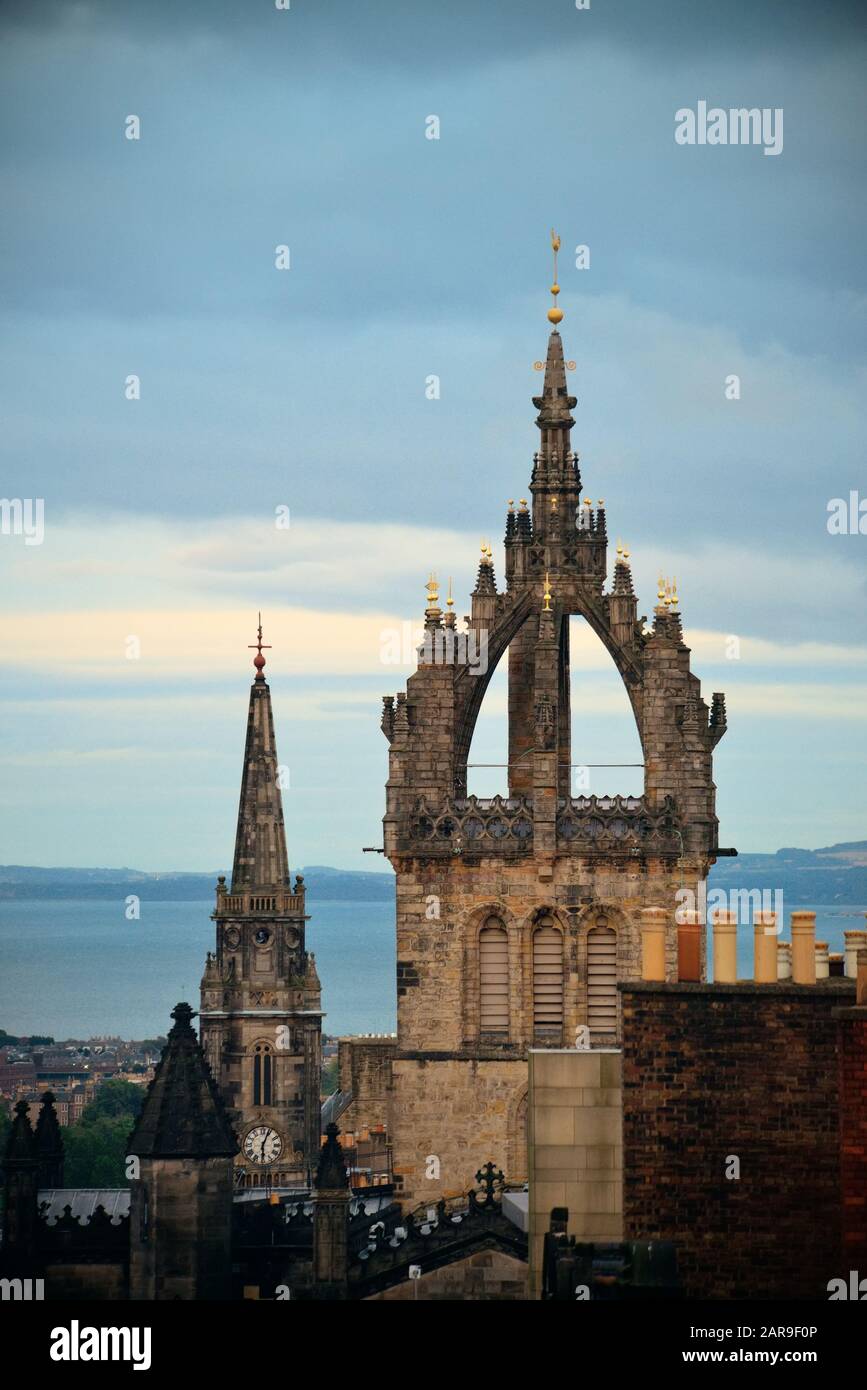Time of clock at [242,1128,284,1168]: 6:03
